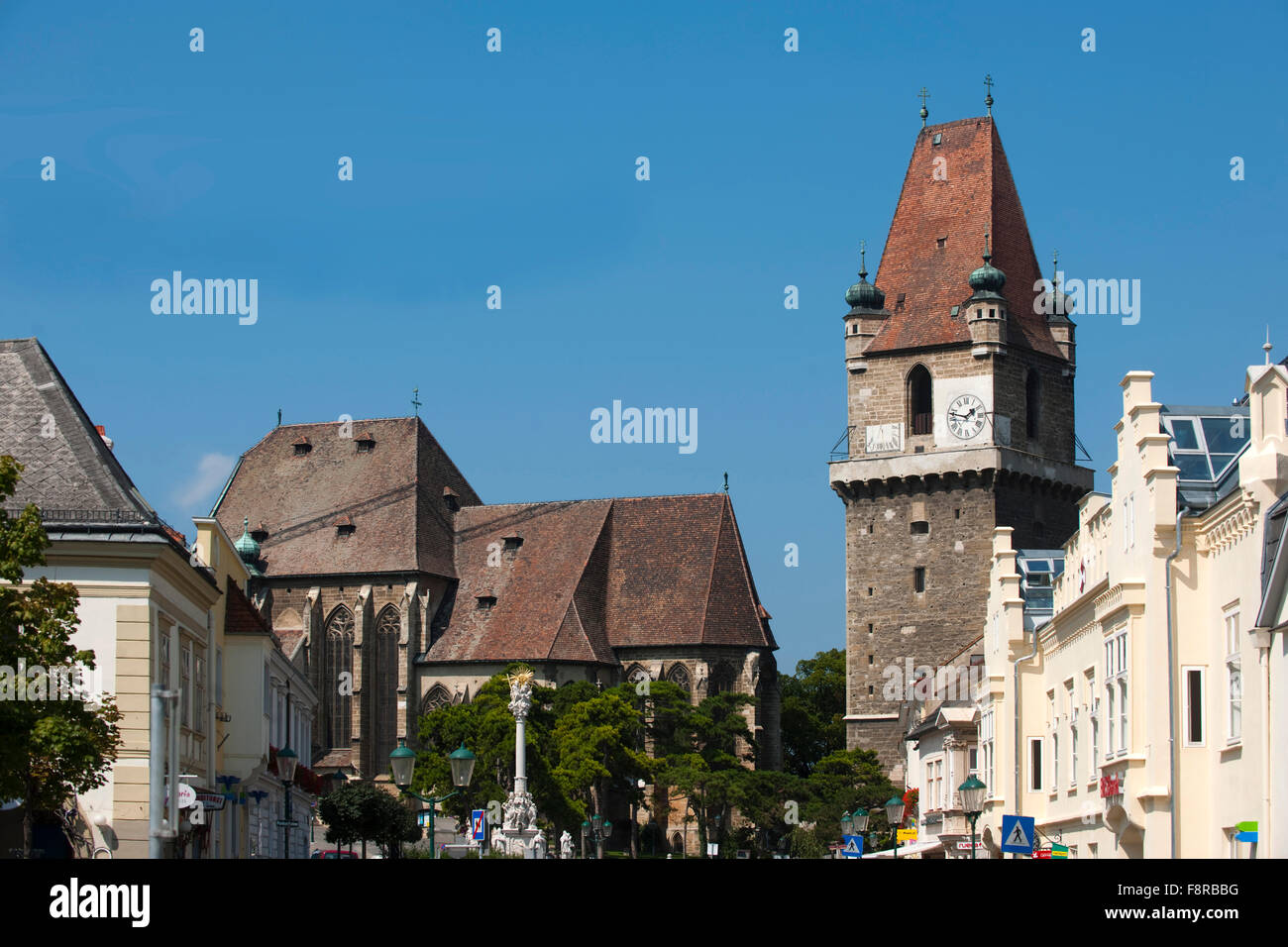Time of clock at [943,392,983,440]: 1:47
